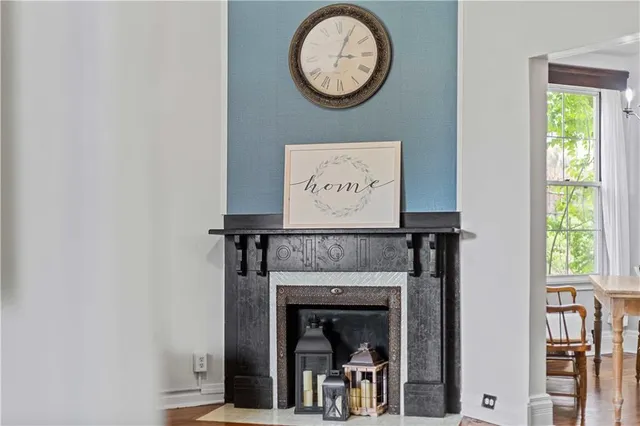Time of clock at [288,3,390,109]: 3:04
